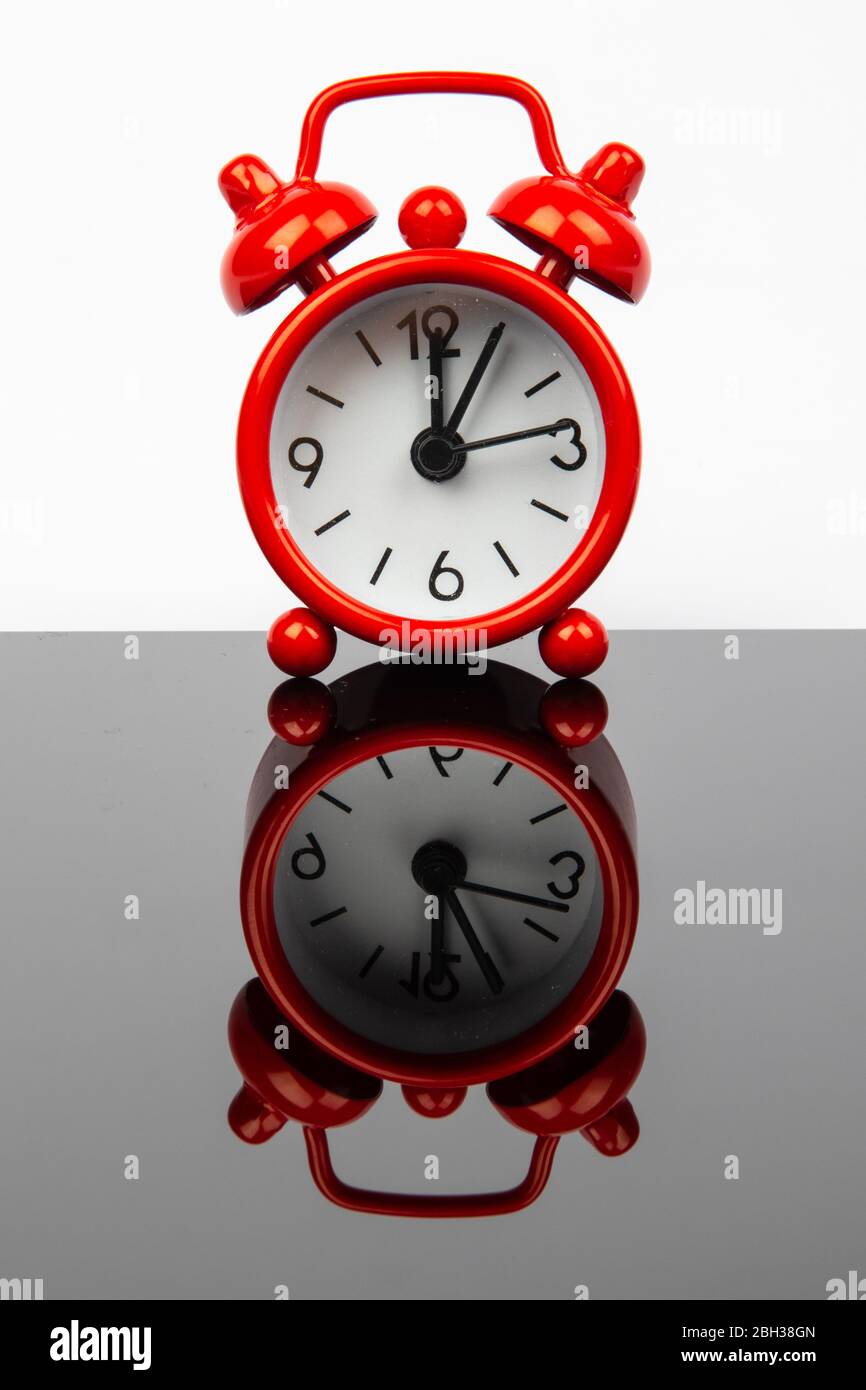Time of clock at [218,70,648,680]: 12:05
